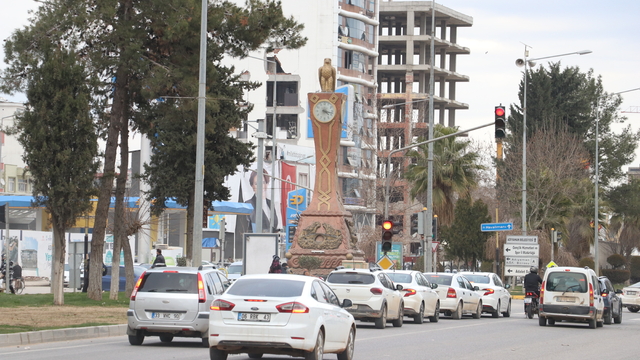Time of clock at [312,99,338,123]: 4:17
